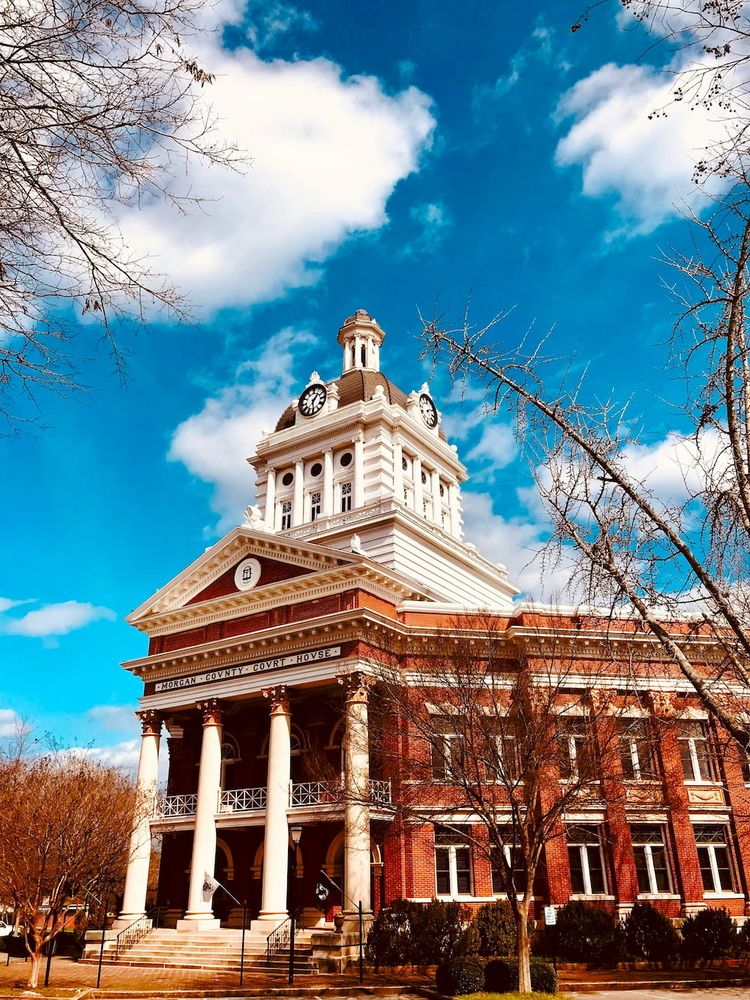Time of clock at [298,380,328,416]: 1:29
